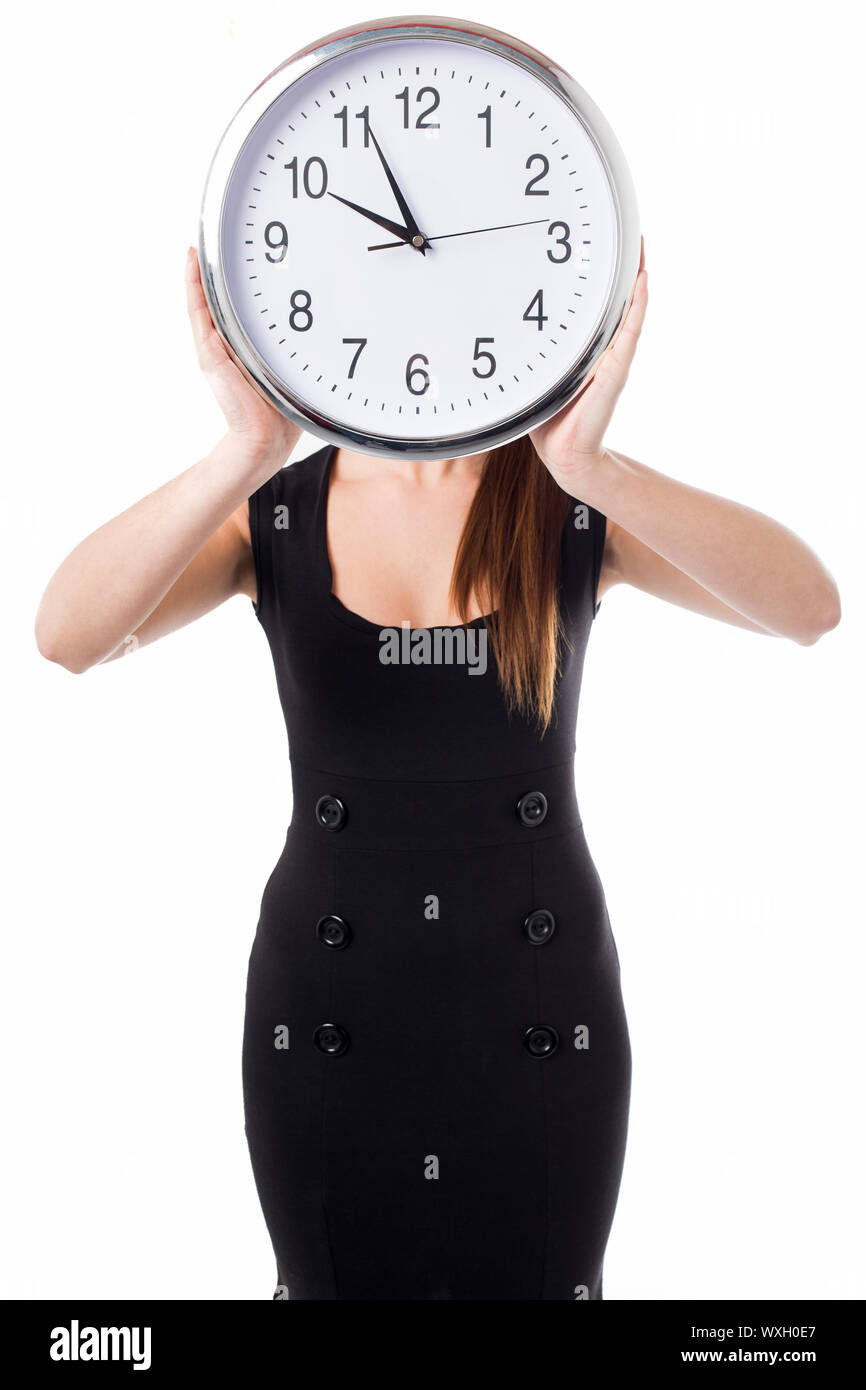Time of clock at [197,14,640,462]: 9:56
